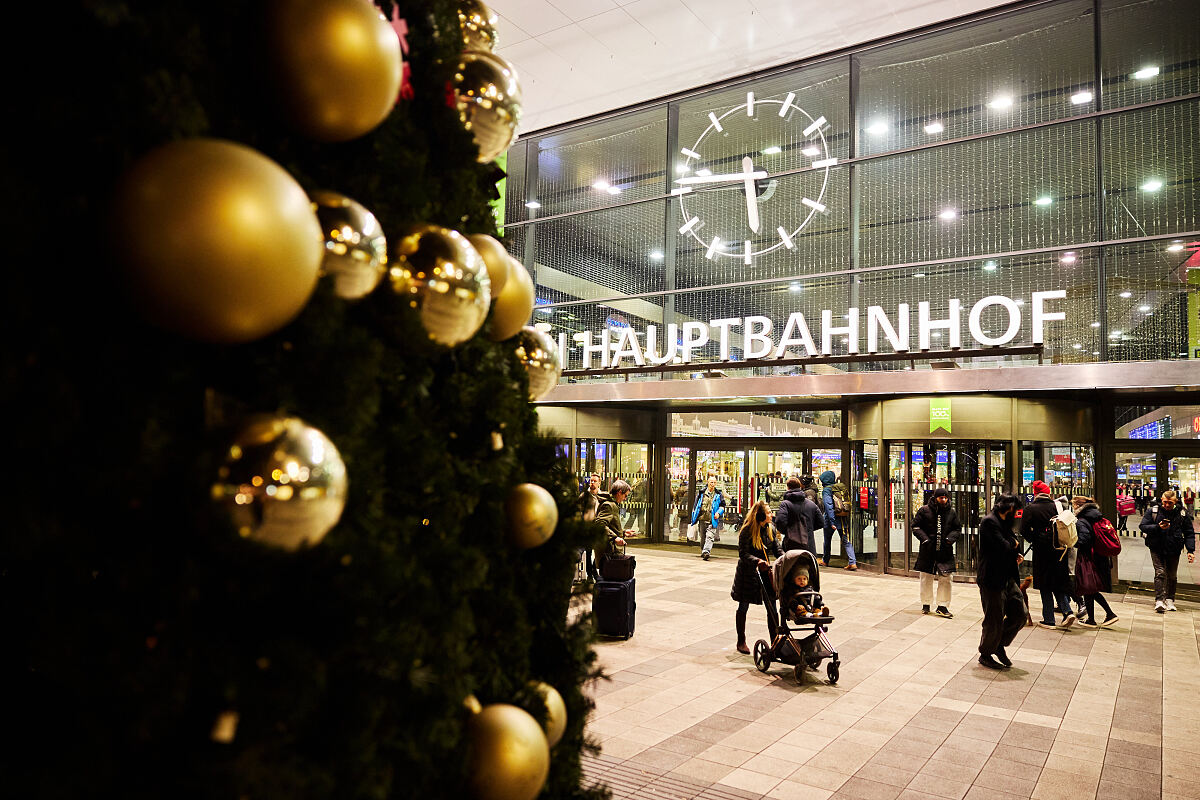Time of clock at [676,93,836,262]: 5:45
